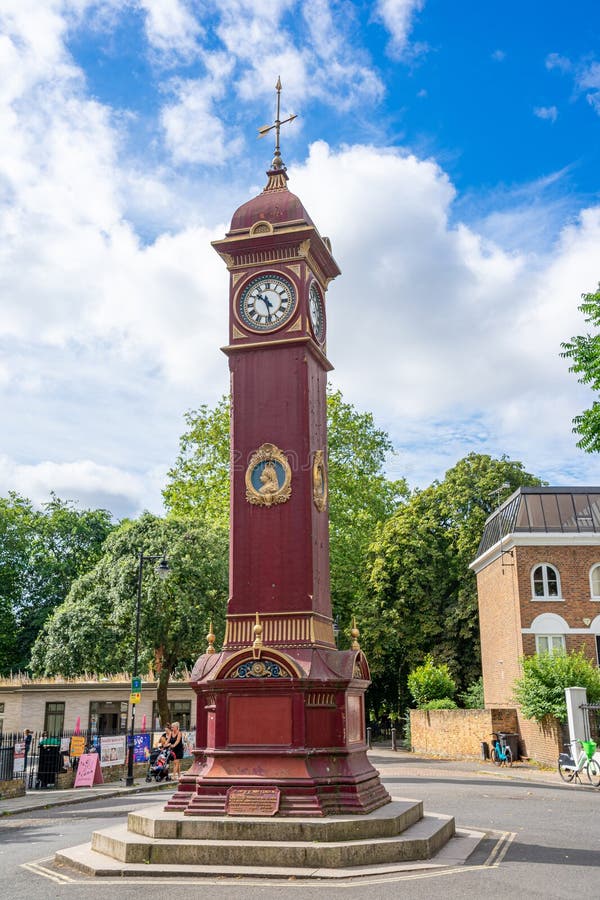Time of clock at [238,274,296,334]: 10:28
